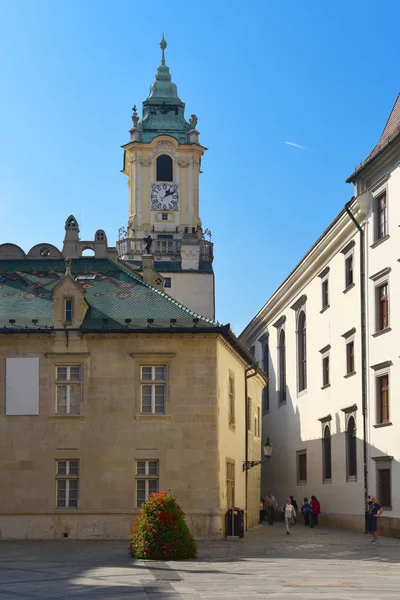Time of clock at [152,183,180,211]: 1:10
